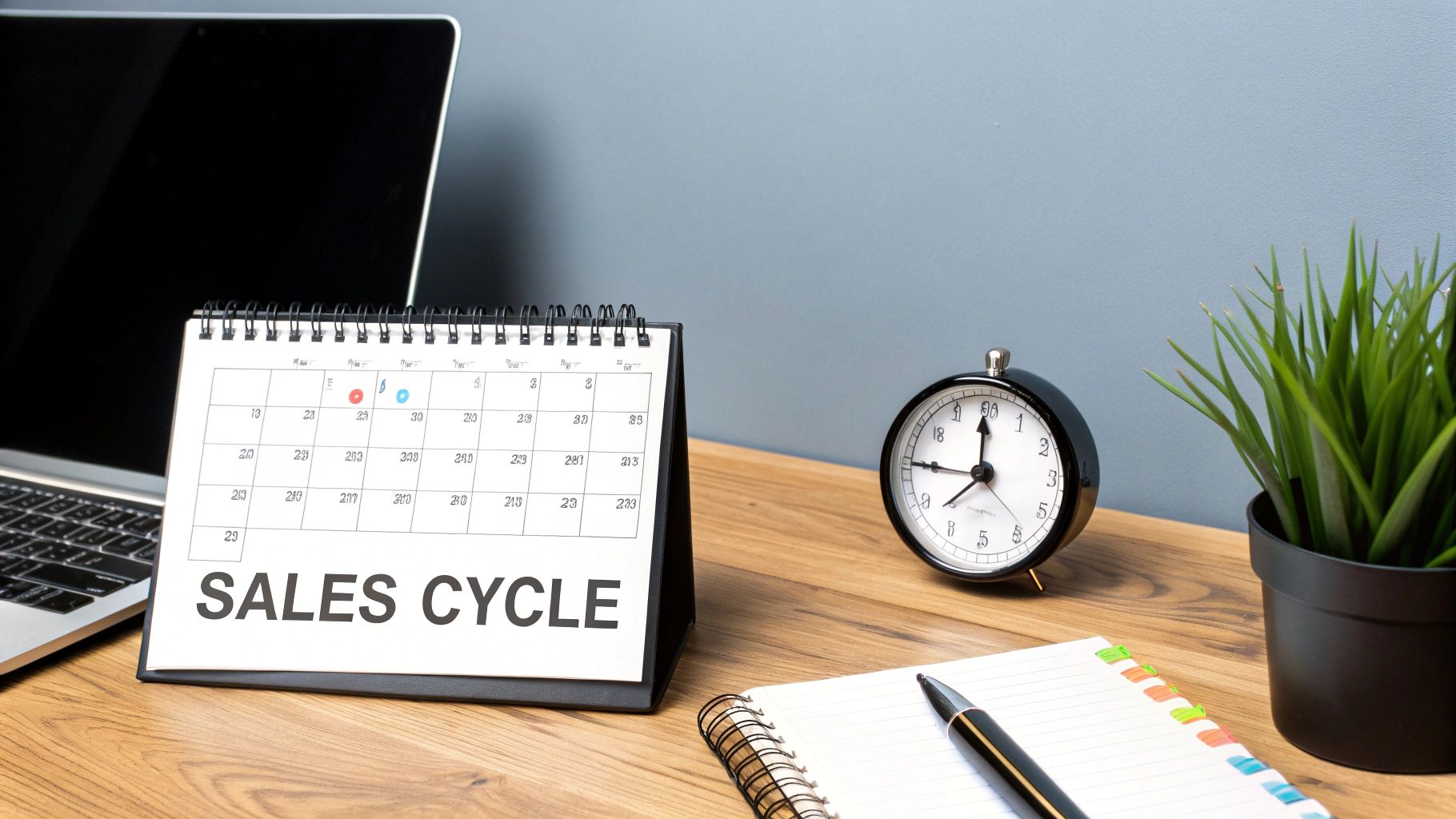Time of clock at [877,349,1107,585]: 11:45
